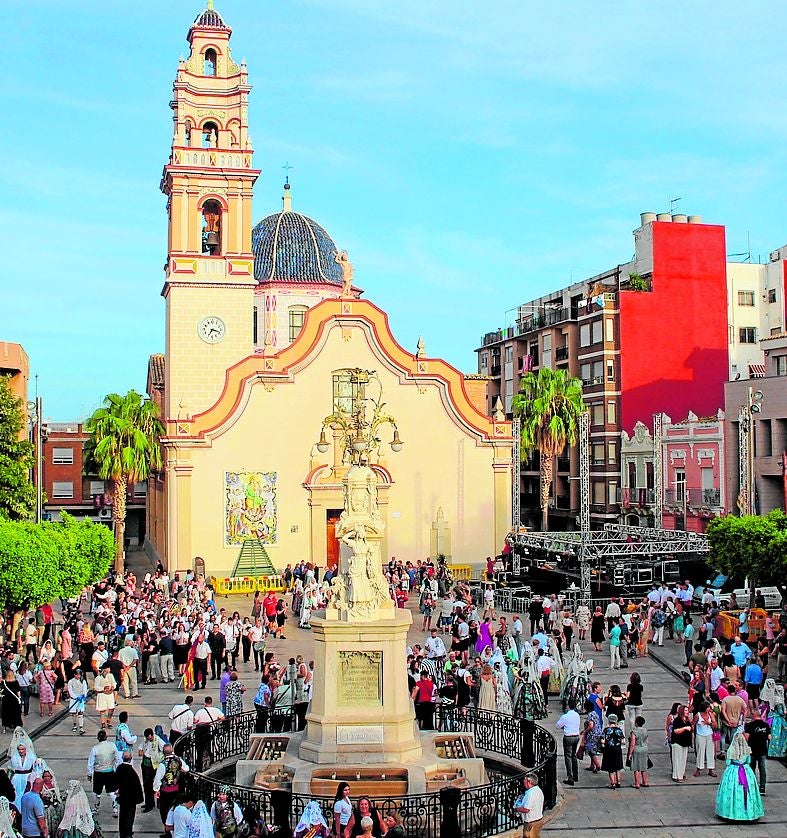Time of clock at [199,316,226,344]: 3:34
